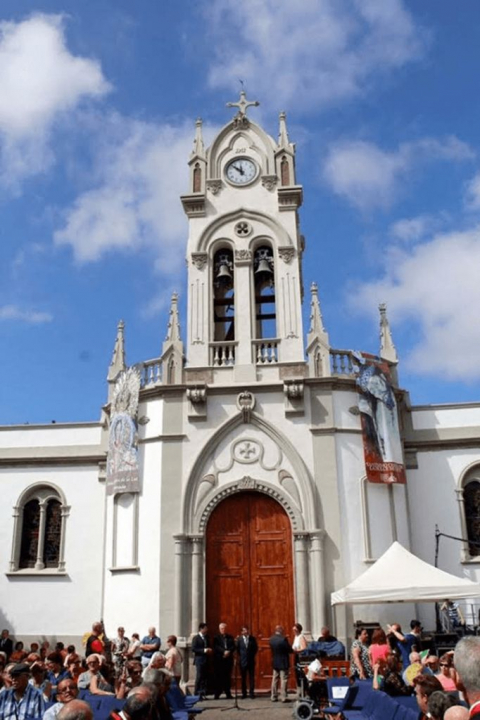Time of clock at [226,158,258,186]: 11:52
